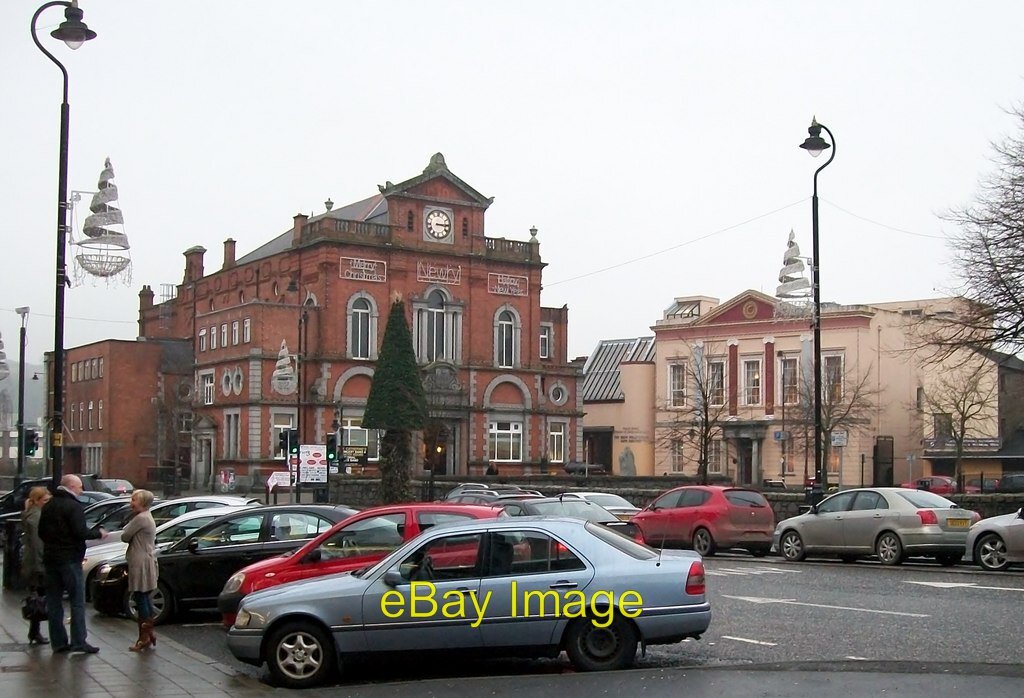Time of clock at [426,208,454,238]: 3:14
